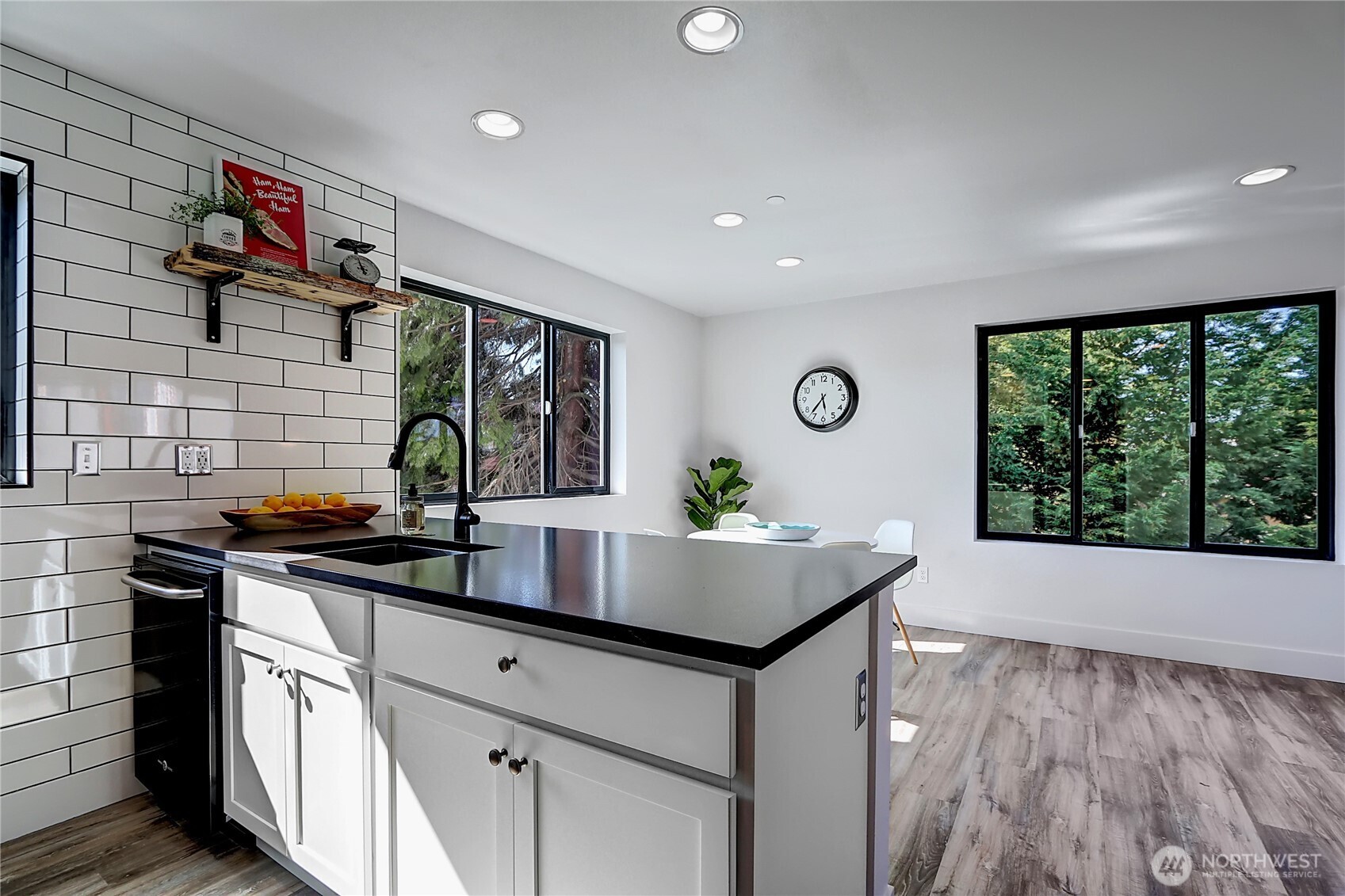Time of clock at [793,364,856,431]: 5:36
